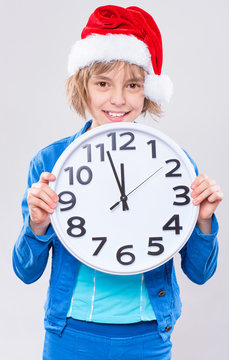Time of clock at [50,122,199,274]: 11:56
